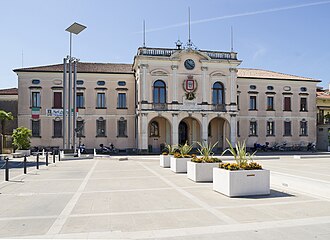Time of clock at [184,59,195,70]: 10:21
